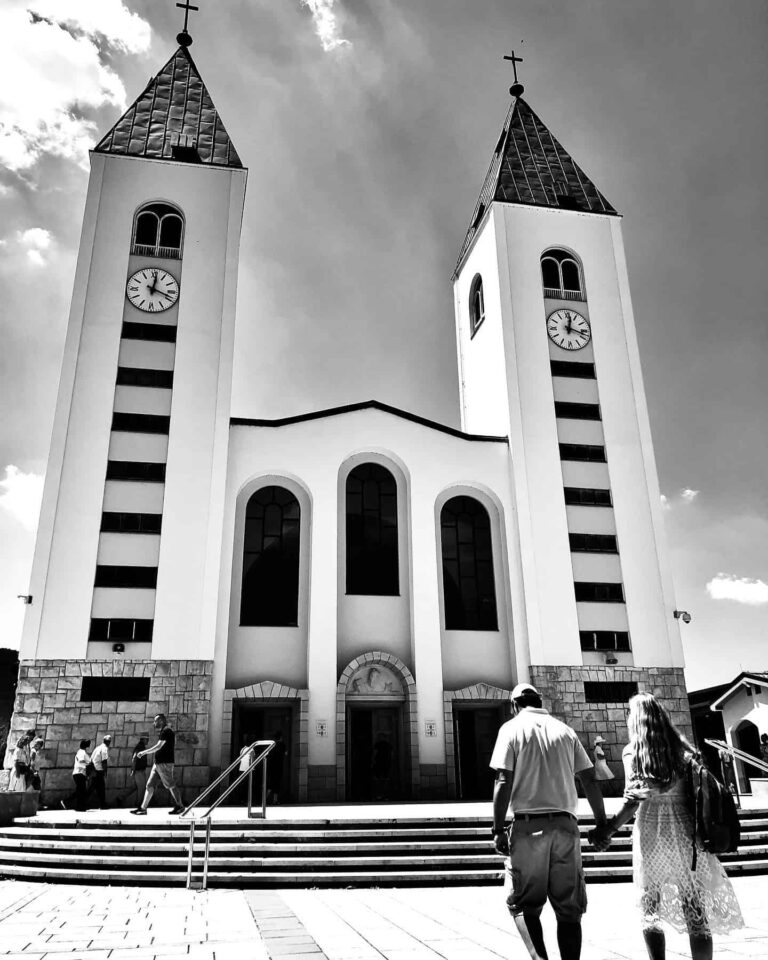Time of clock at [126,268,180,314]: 12:18
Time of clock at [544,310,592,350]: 12:17
